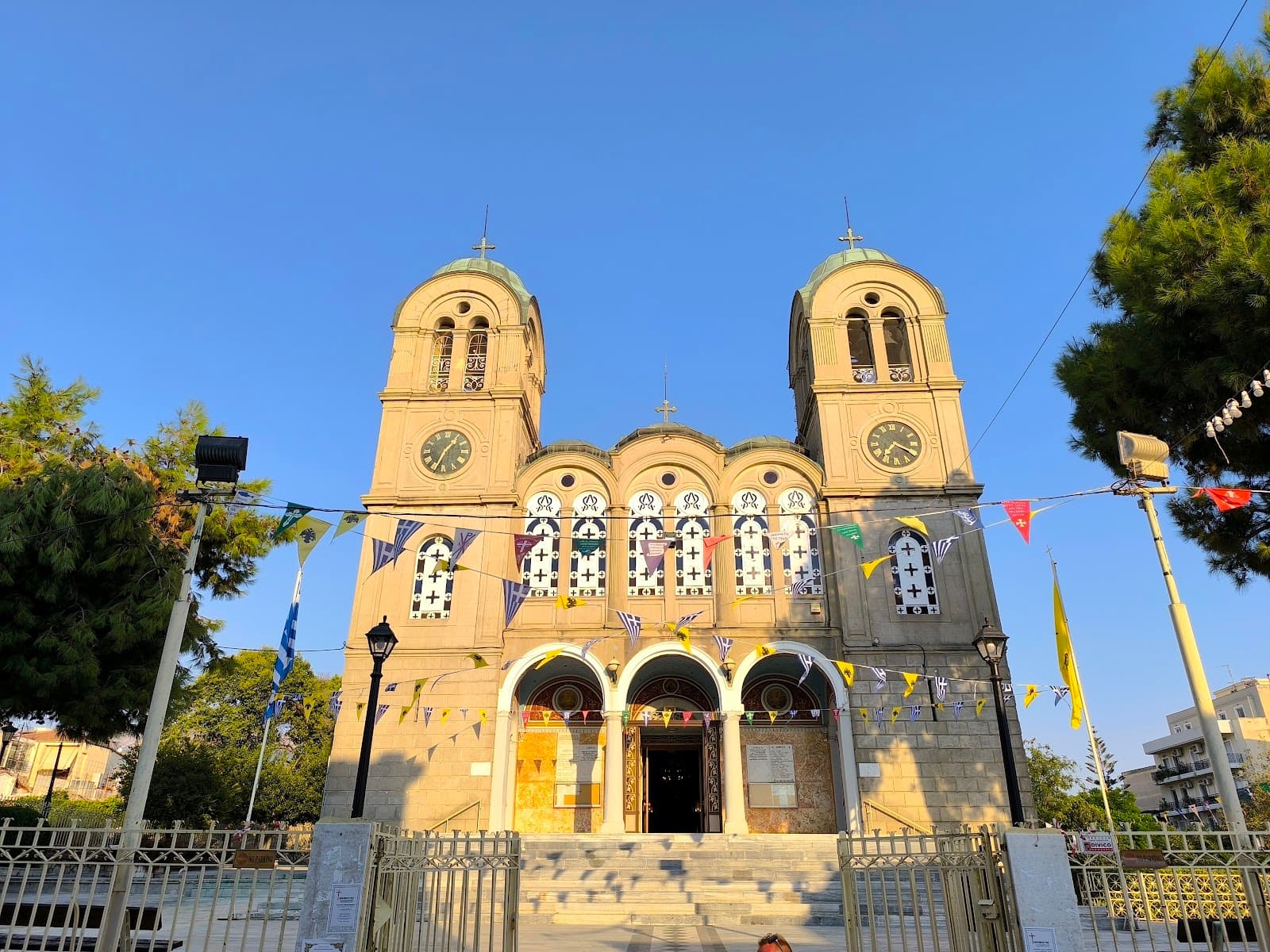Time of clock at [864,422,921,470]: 7:20
